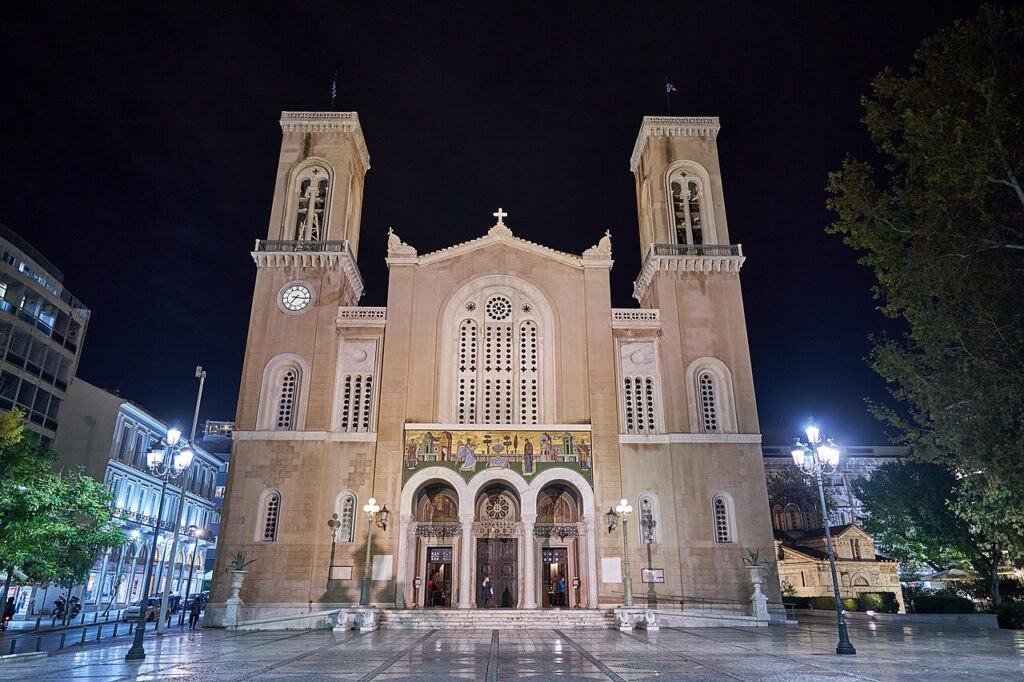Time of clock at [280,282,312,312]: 7:16
